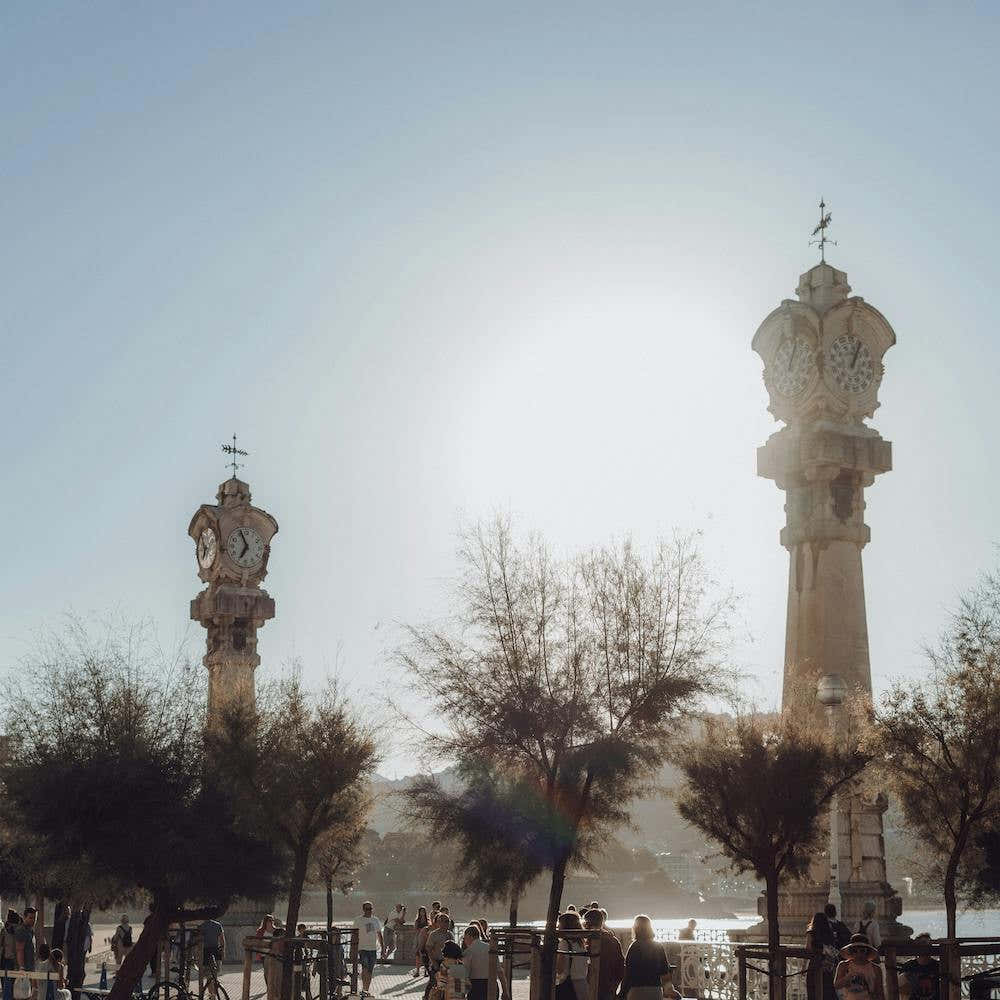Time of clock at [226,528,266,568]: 6:56
